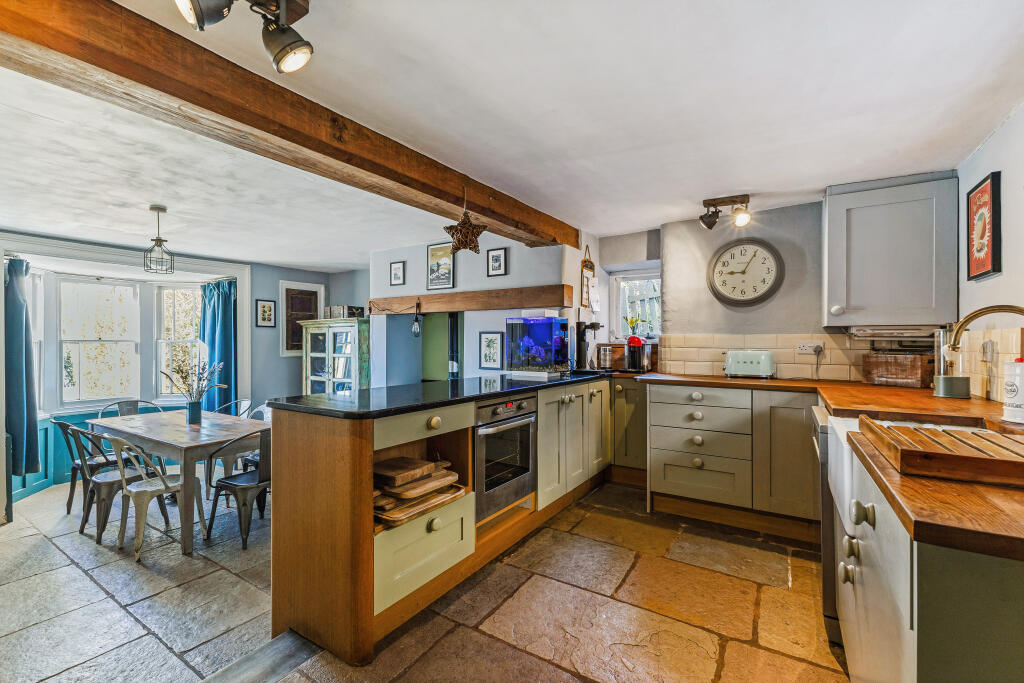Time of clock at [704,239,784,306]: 9:05
